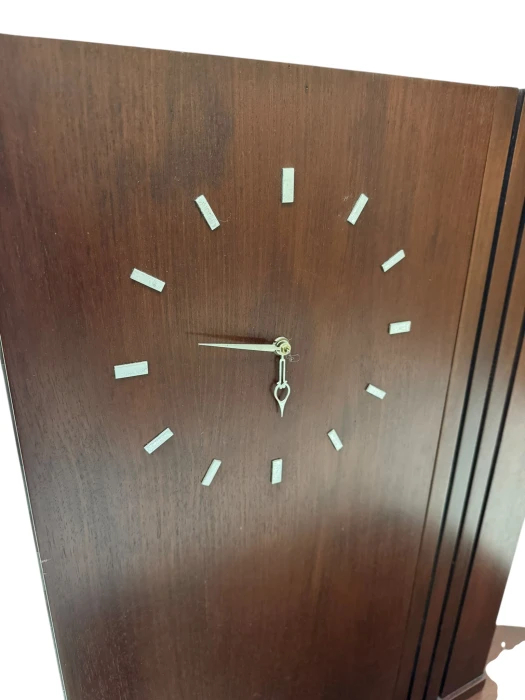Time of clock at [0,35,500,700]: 5:46
